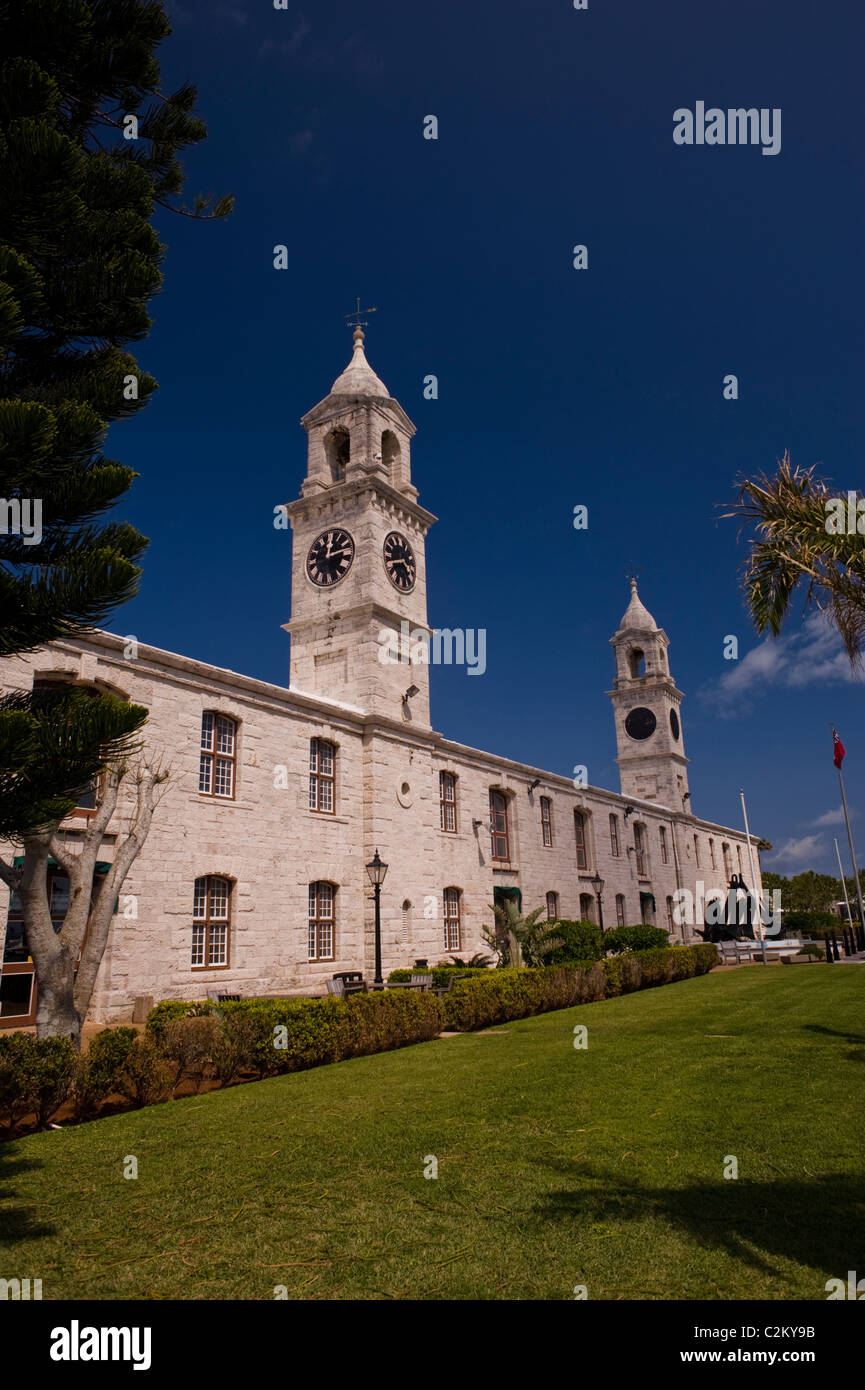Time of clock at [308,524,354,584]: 12:12
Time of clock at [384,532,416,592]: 4:42
